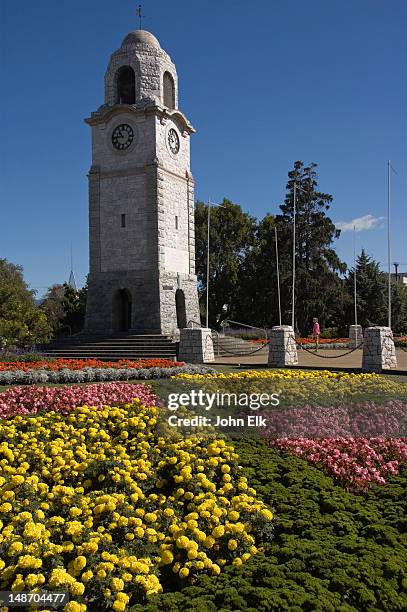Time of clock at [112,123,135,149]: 10:45
